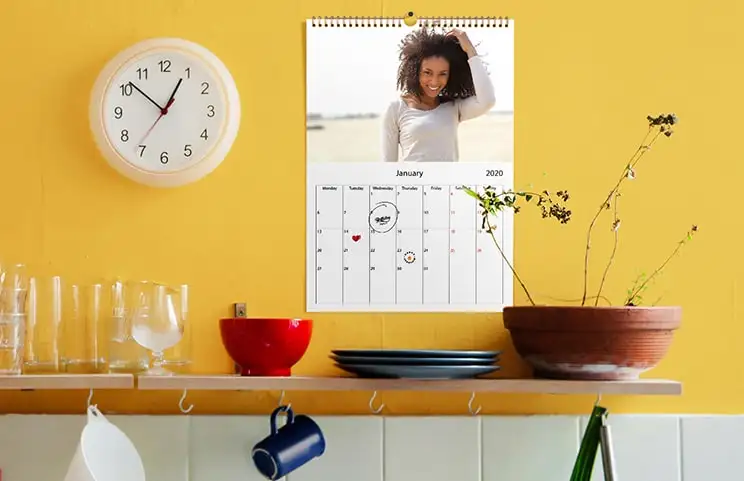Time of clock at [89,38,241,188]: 12:51
